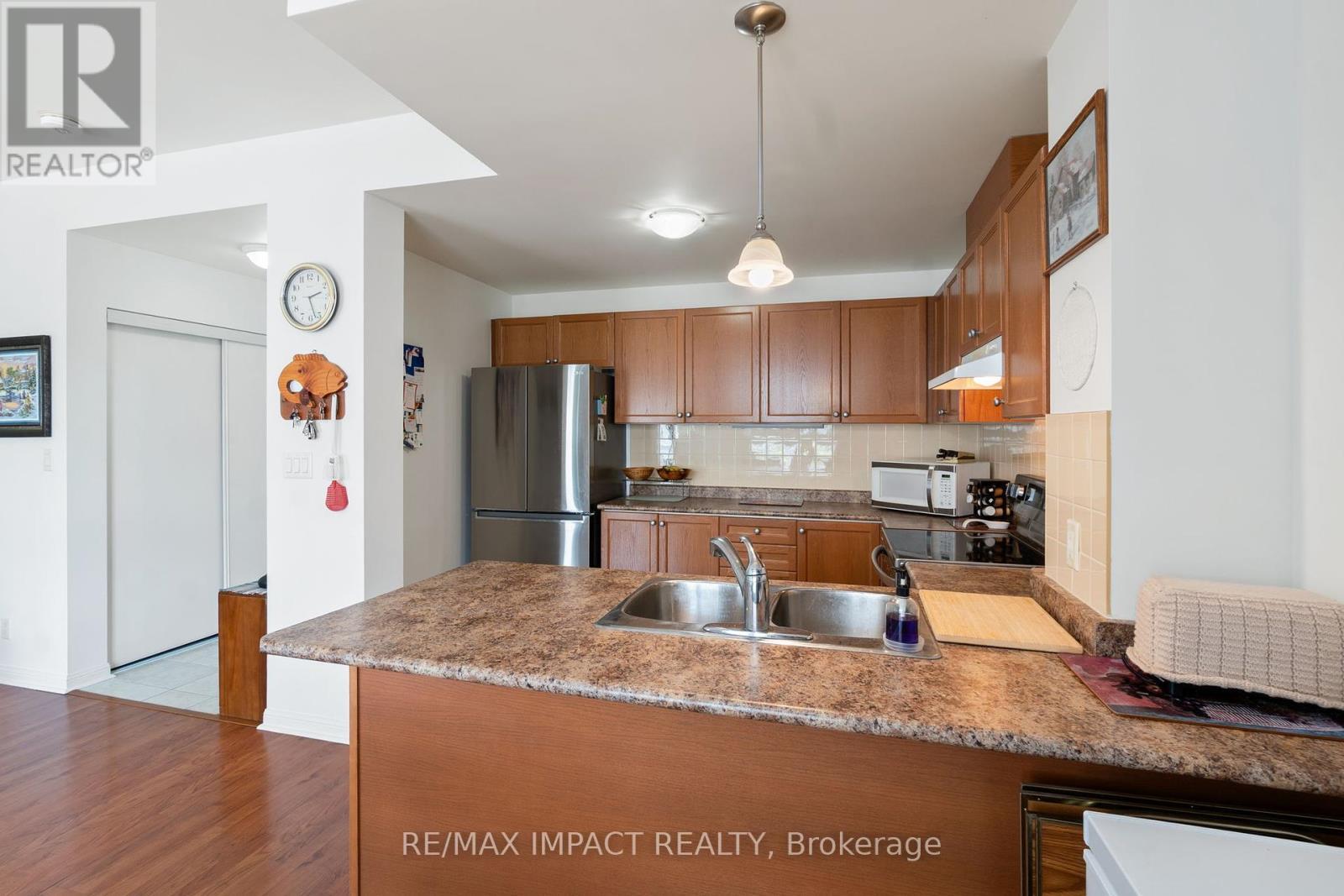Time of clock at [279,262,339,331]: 2:27
